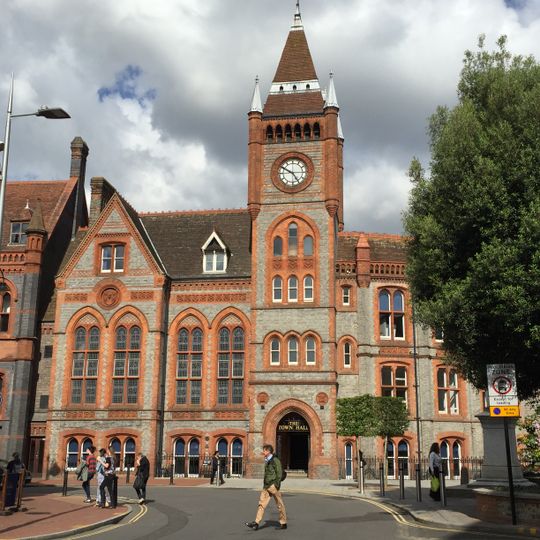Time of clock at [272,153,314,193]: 4:50
